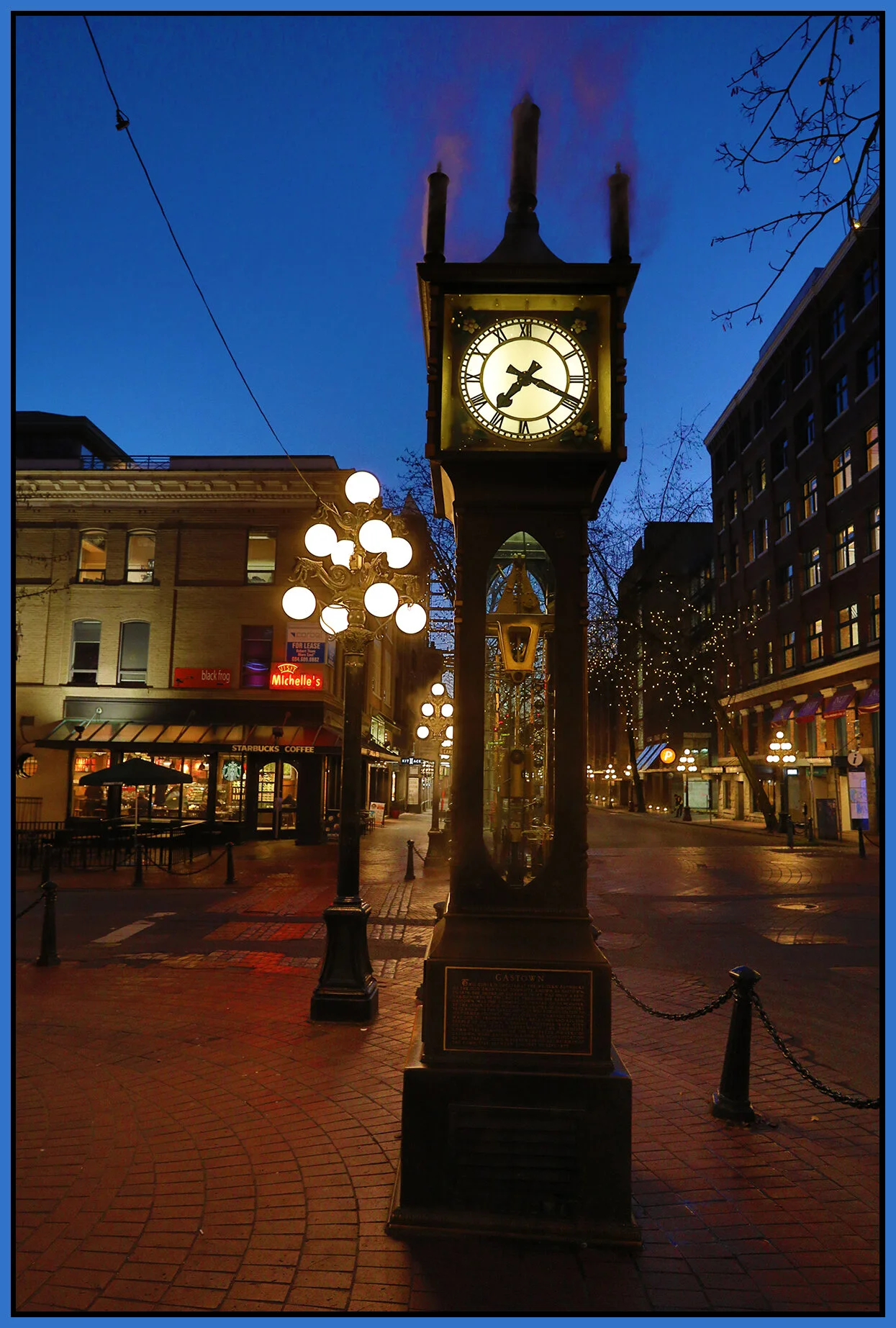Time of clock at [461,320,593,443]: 7:18
